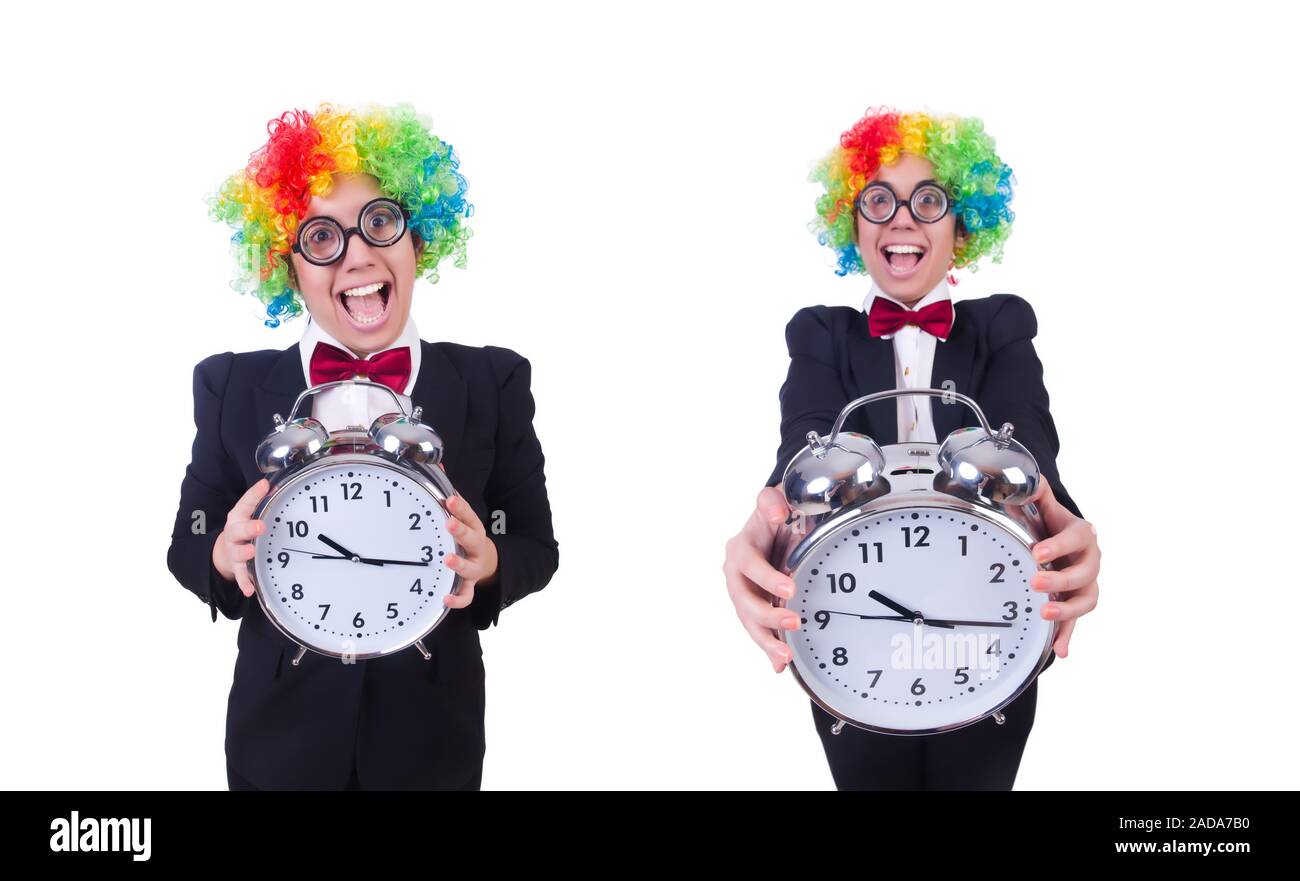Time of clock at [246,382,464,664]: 10:16
